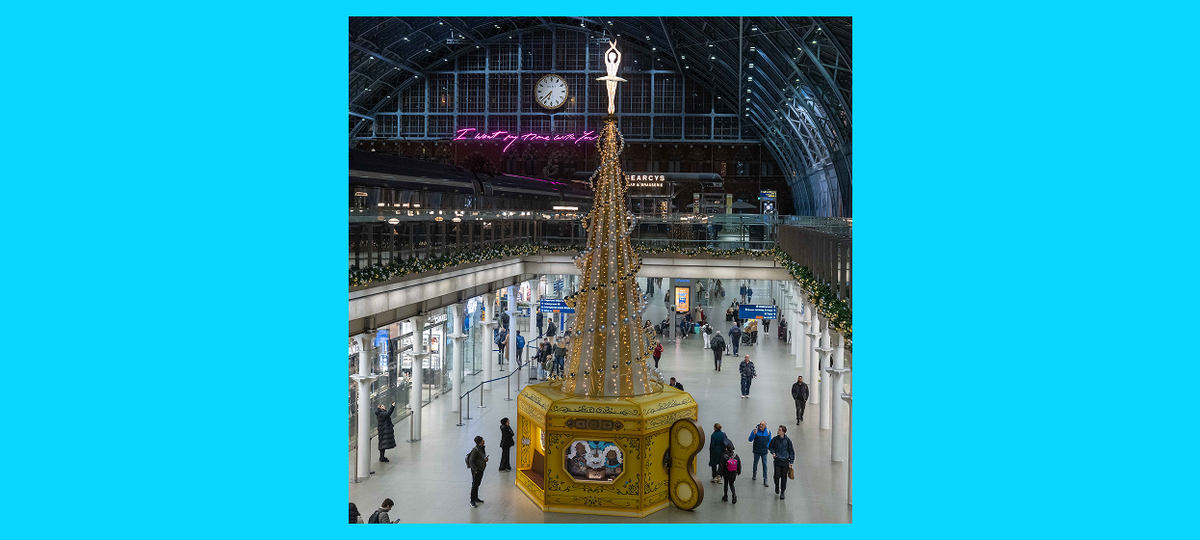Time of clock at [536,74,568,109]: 6:37
